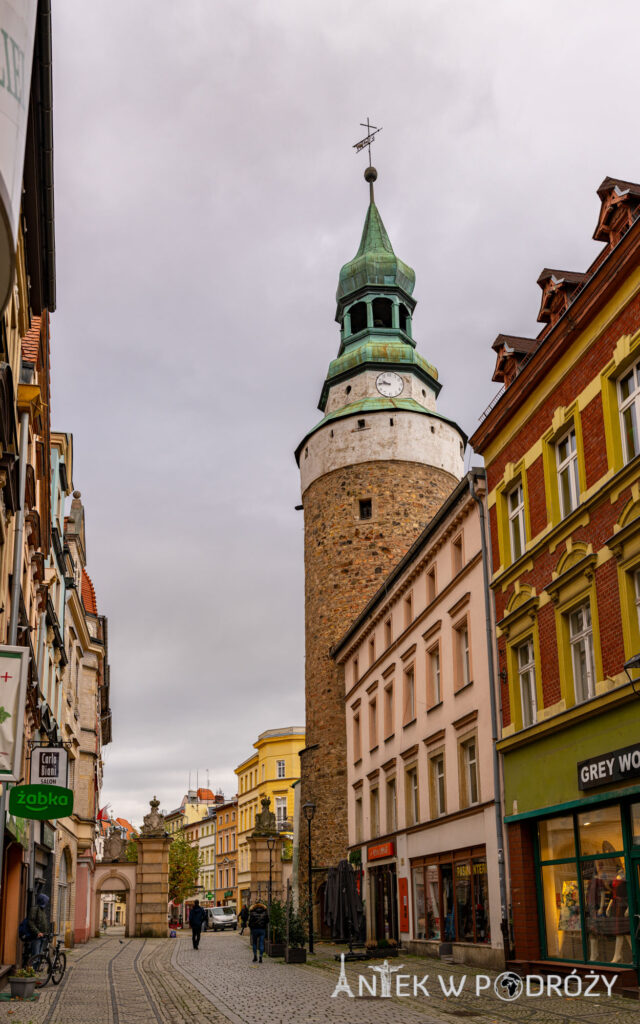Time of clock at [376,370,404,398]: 9:45
